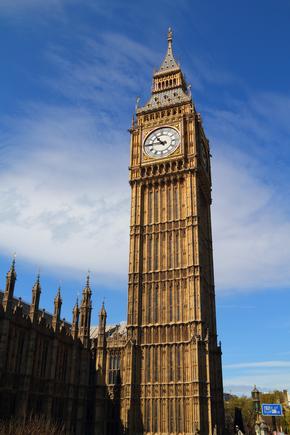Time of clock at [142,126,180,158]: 10:45
